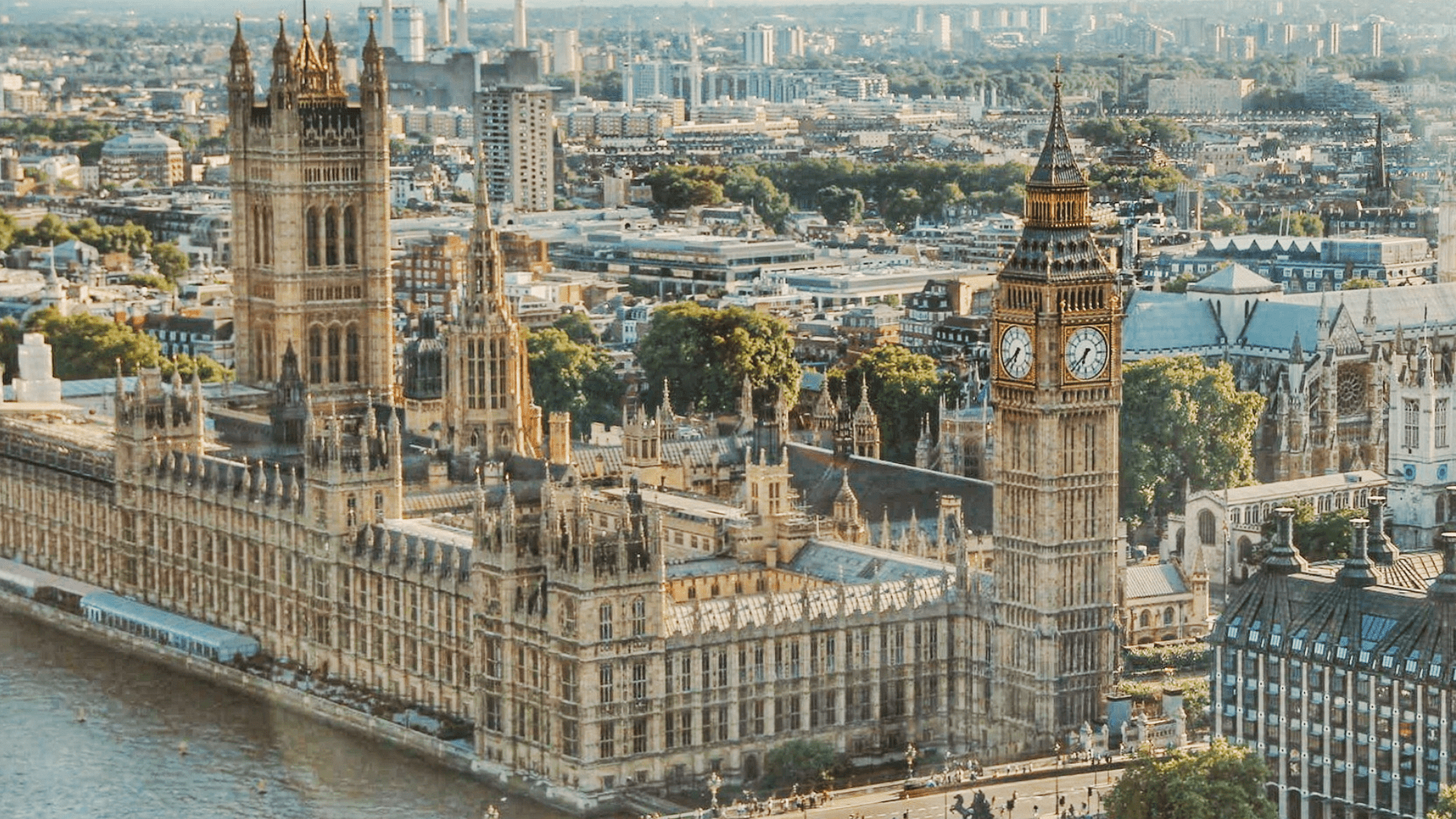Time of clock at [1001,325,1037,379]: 6:38
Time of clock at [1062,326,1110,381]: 6:37
